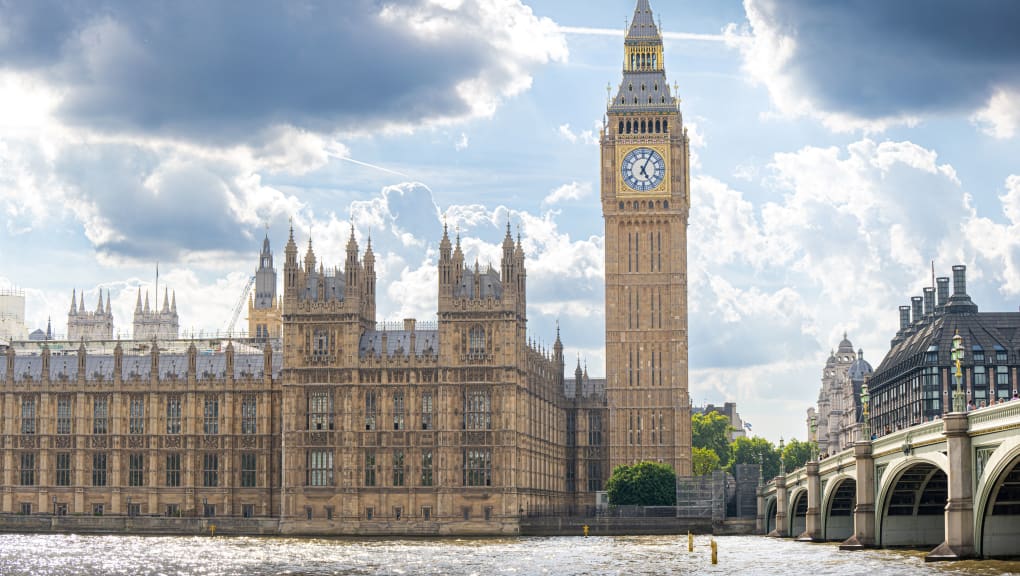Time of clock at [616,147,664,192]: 5:04
